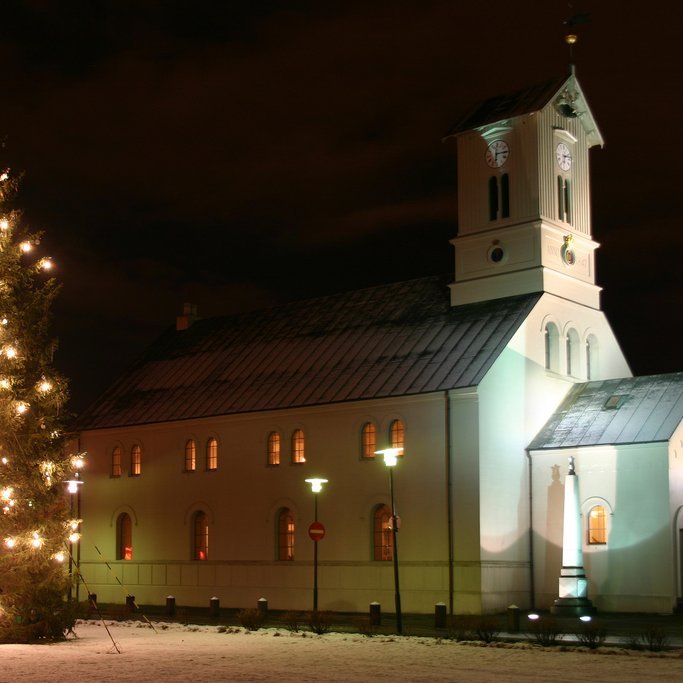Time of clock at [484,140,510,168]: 6:14
